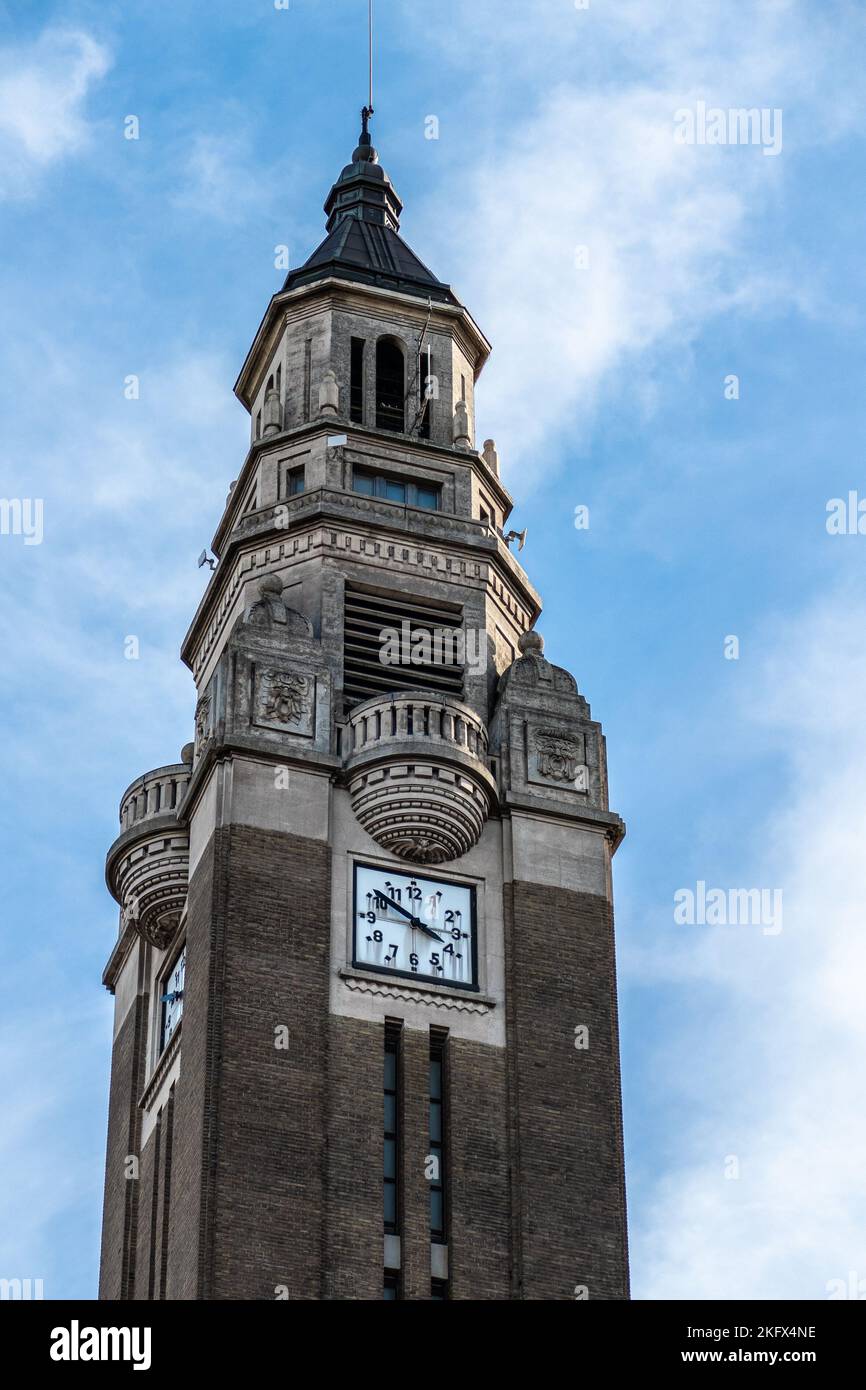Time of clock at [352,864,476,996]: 3:51
